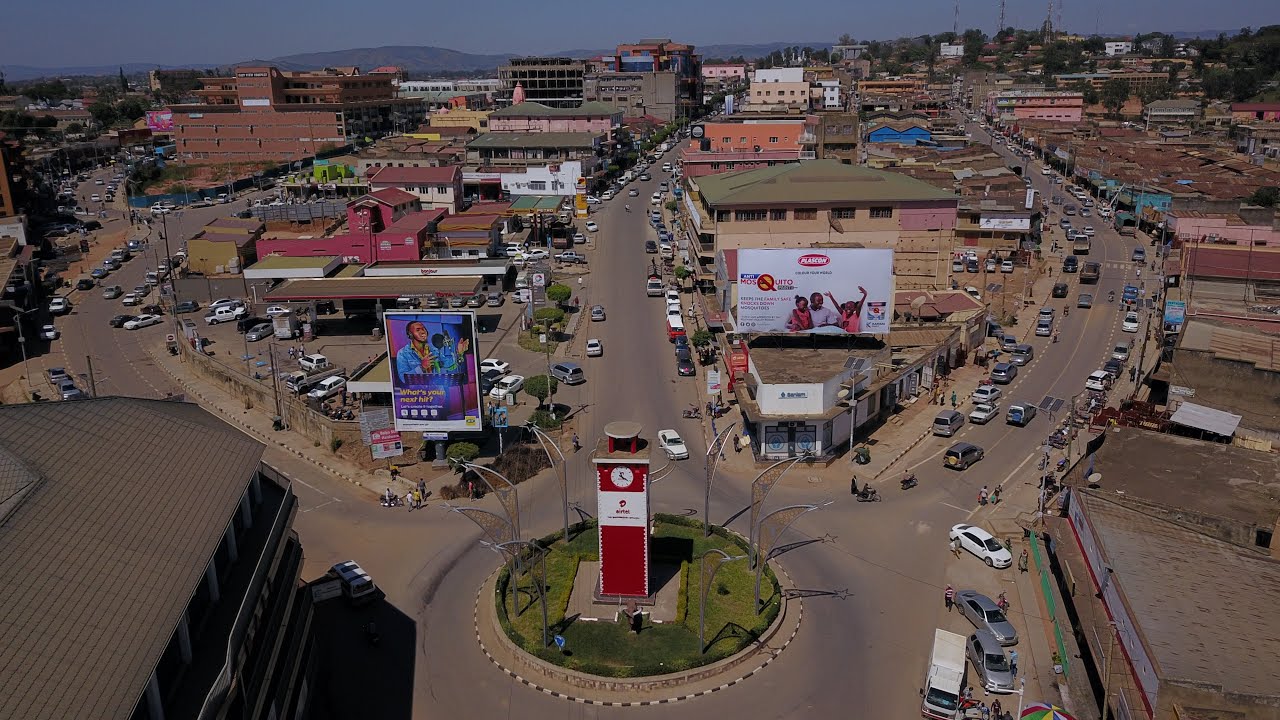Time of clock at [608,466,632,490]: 11:21
